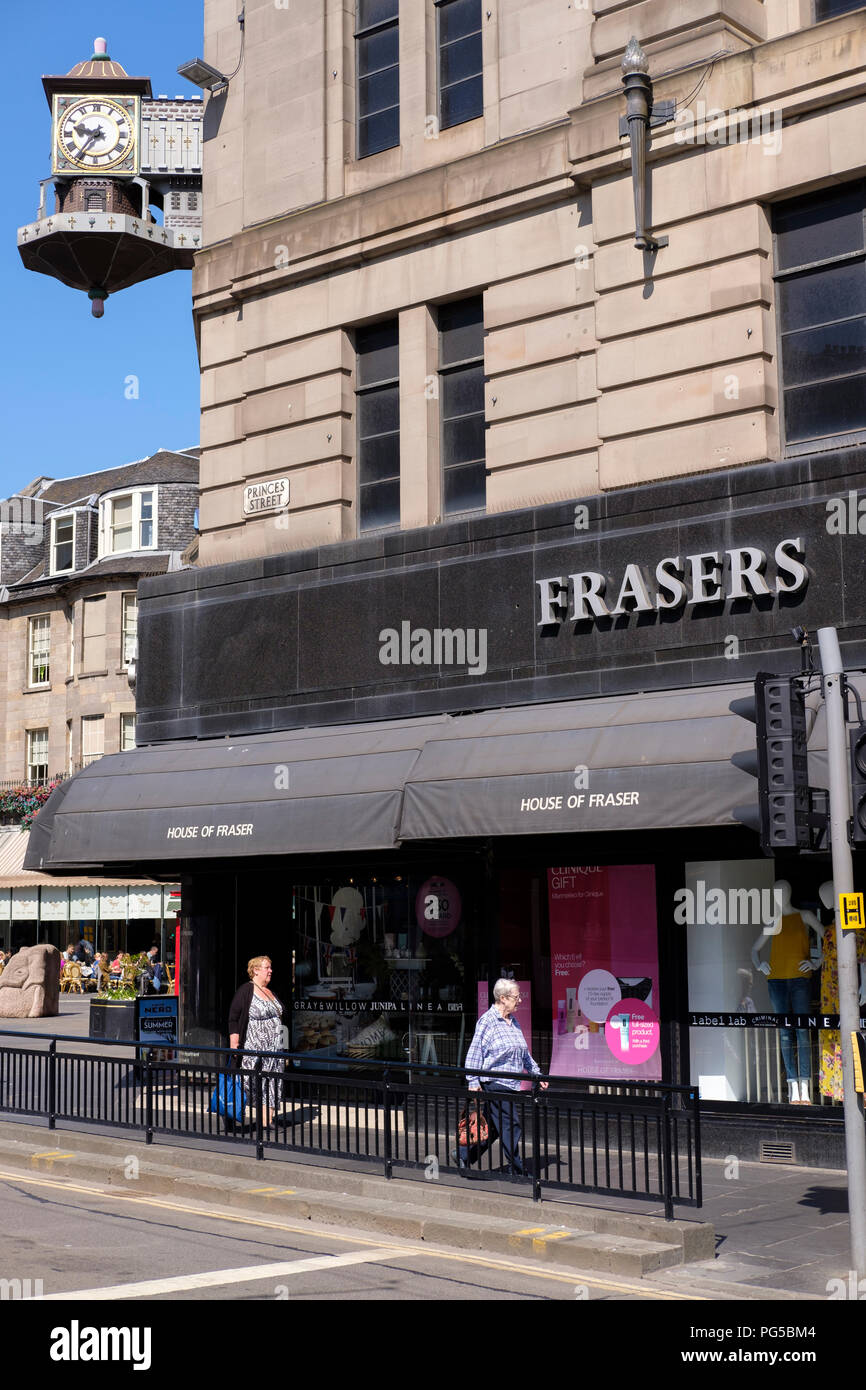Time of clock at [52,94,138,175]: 9:36
